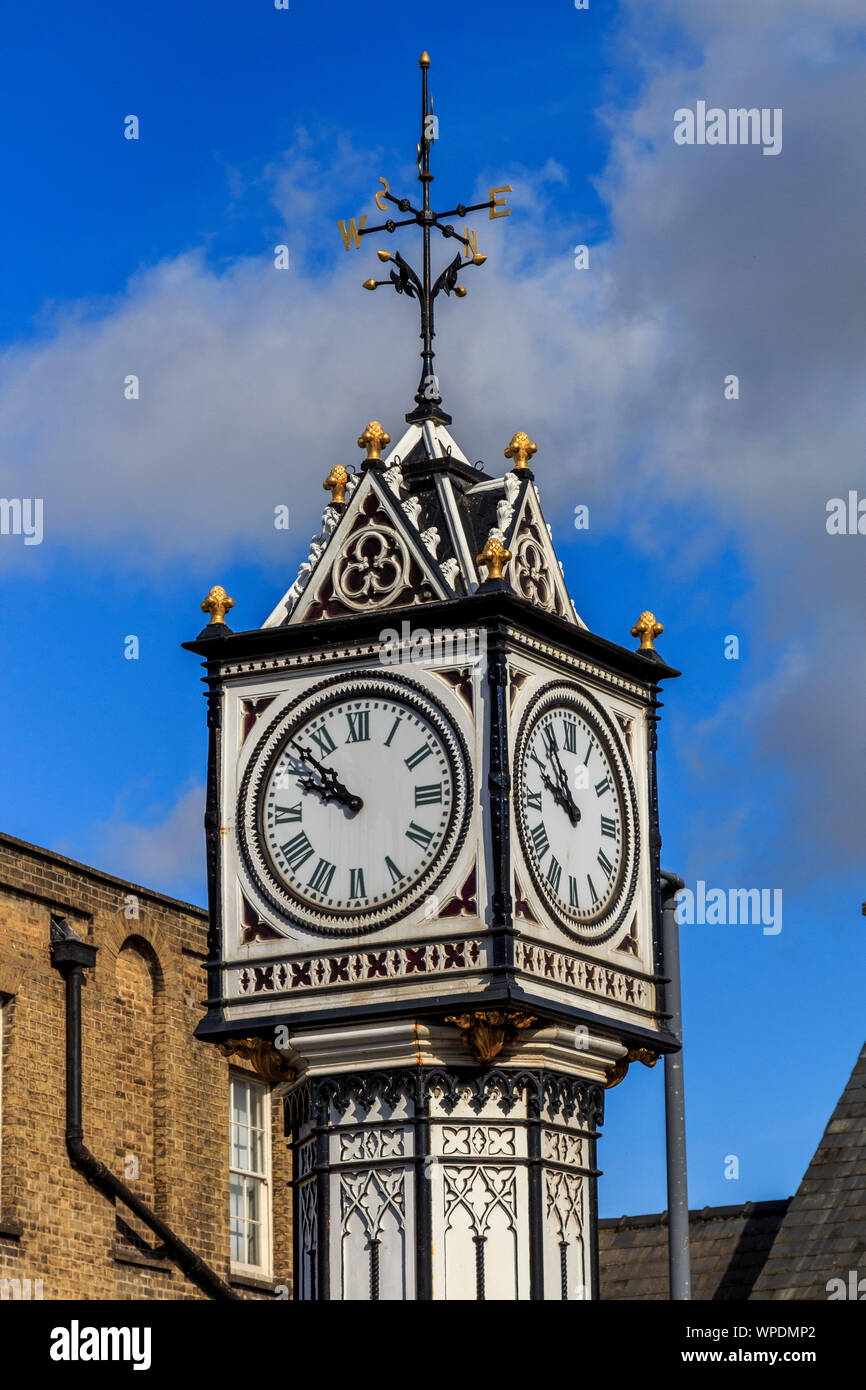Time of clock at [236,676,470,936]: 9:52
